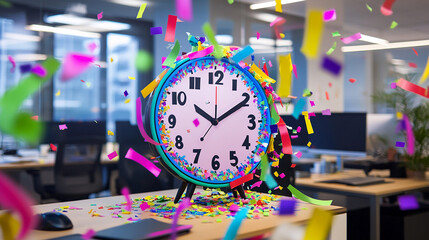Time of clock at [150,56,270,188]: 10:09
